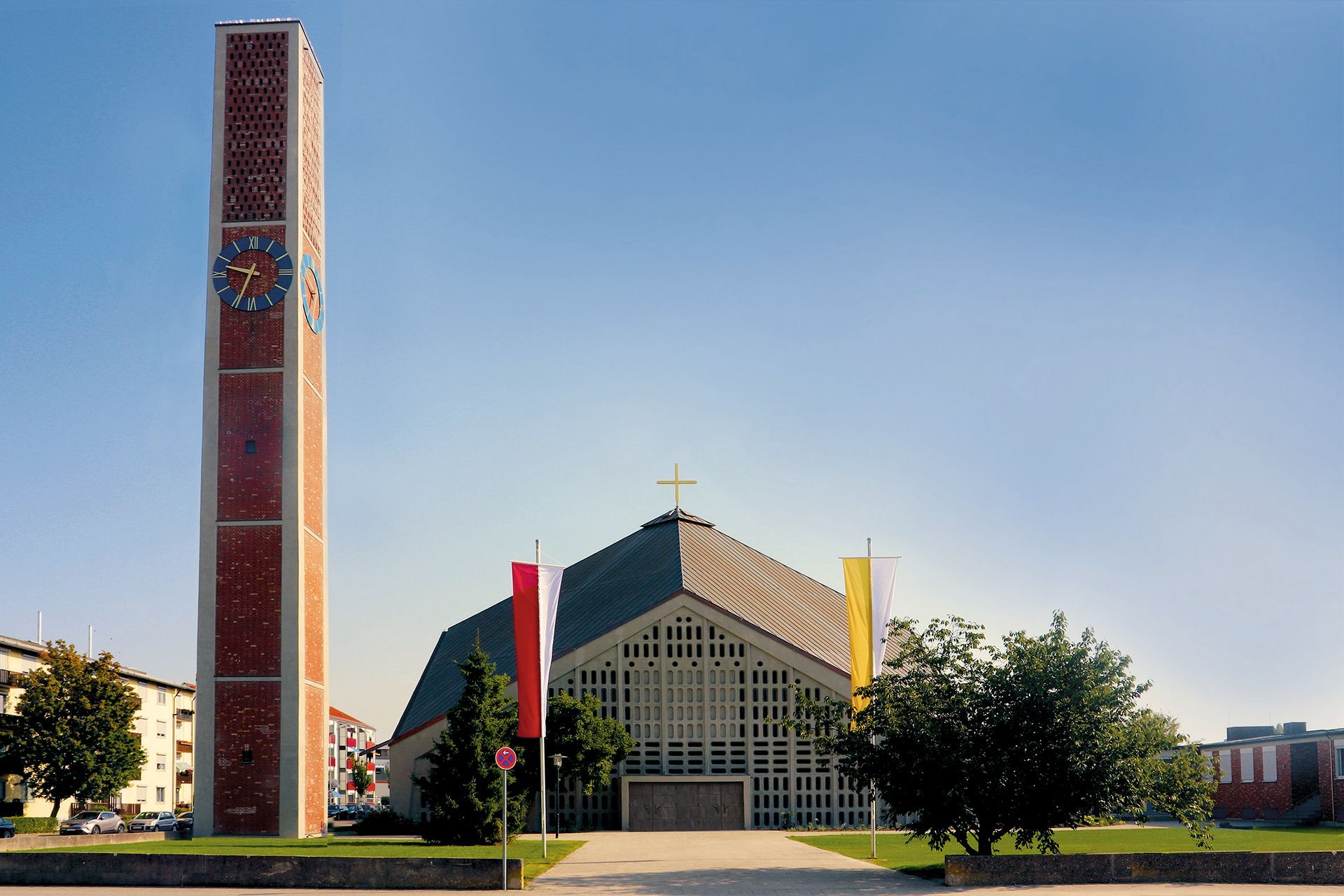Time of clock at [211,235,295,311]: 9:34
